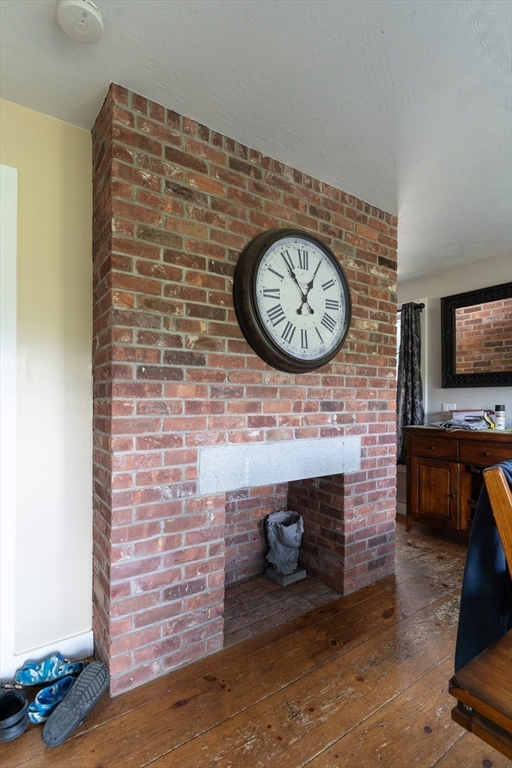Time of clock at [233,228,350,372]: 12:54
